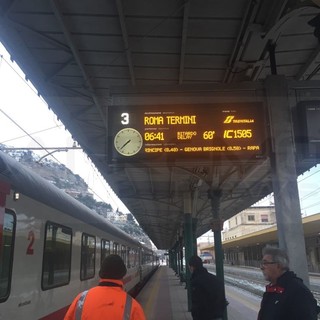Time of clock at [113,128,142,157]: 7:37
